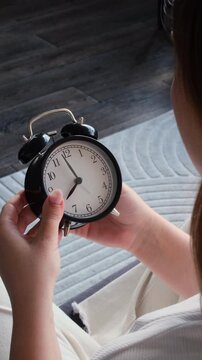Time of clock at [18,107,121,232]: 7:58
